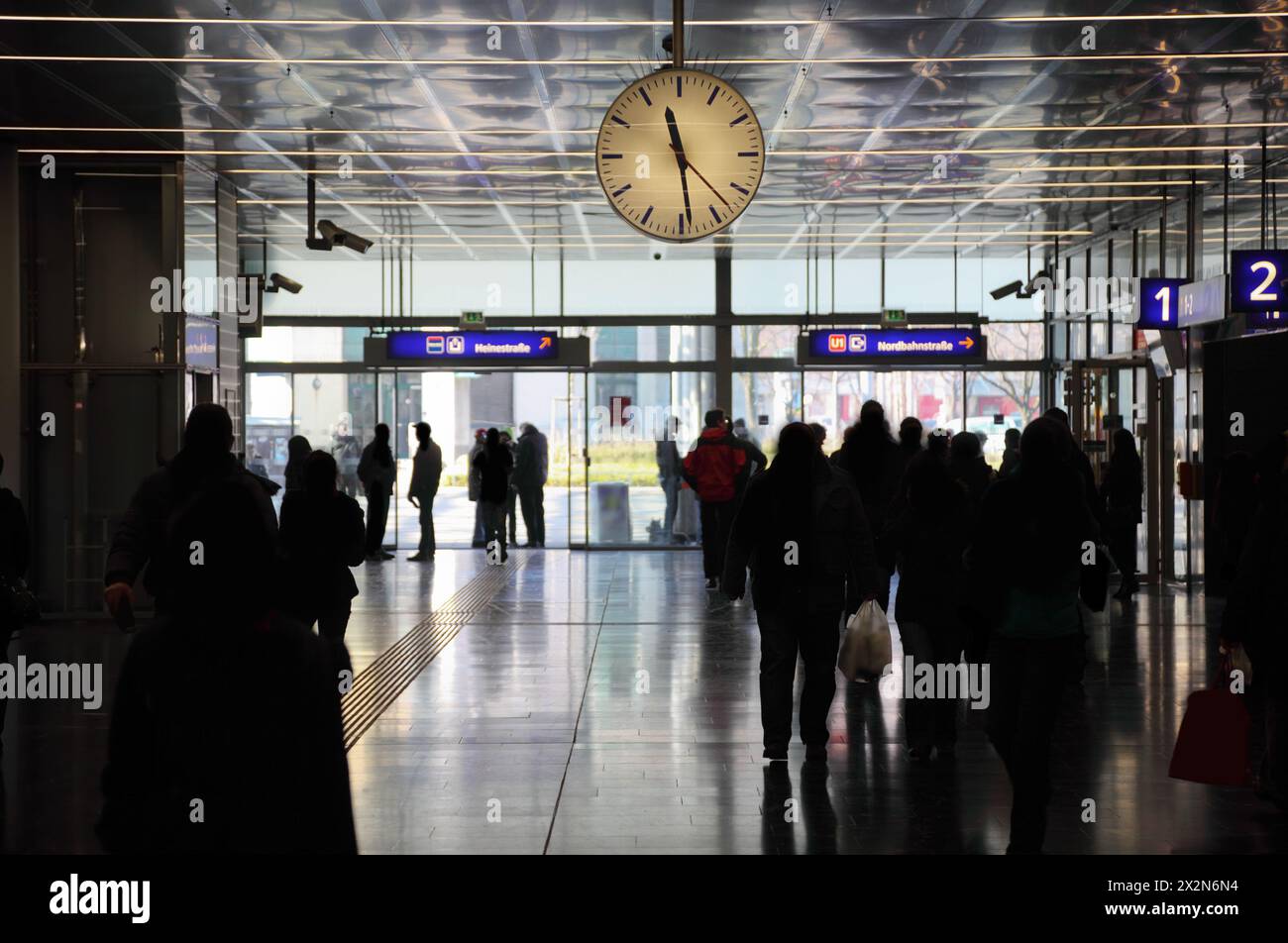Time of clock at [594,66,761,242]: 11:28
